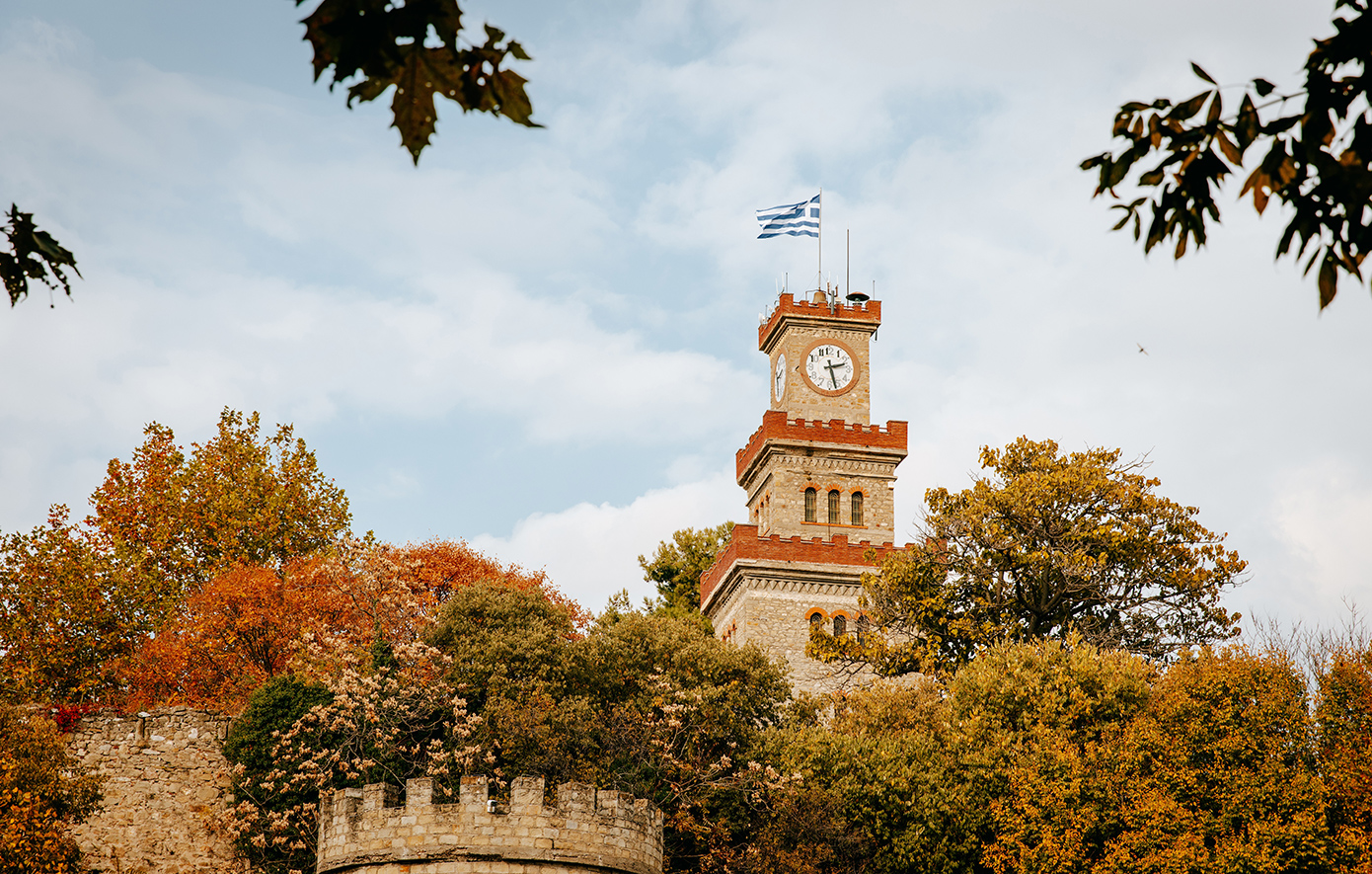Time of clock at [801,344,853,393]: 2:27
